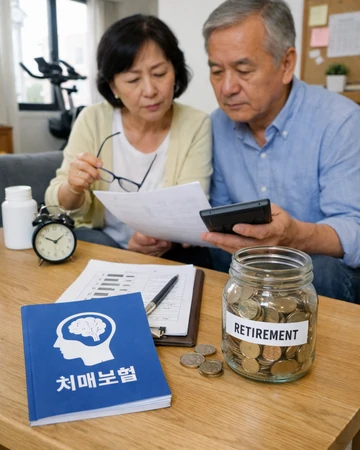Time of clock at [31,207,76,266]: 1:49
